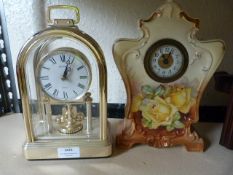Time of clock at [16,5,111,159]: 1:02
